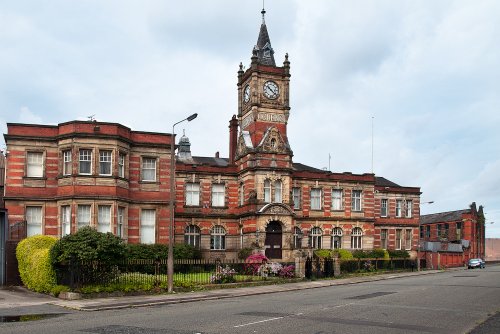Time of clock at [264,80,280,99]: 10:21
